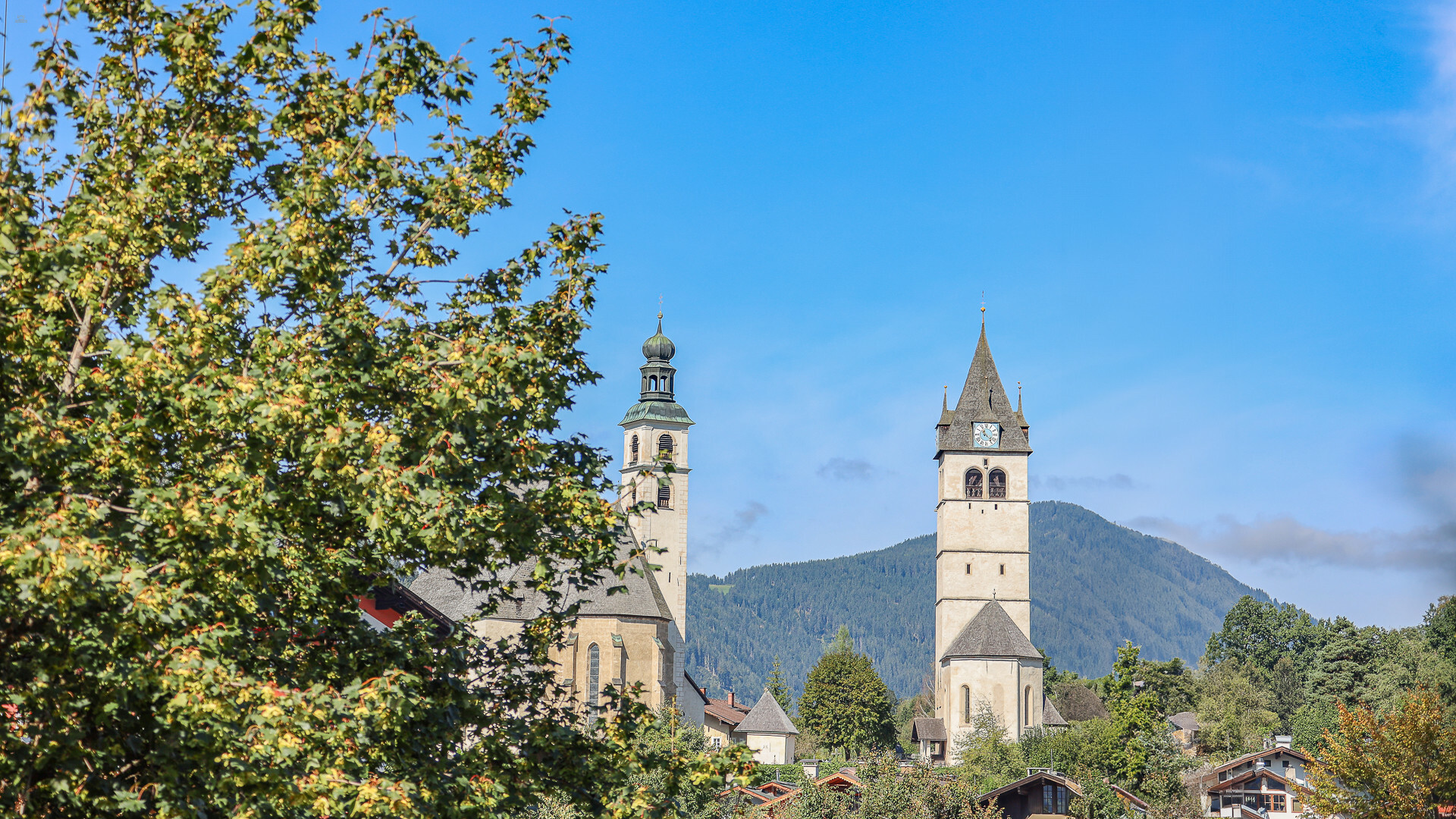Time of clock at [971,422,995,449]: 11:22
